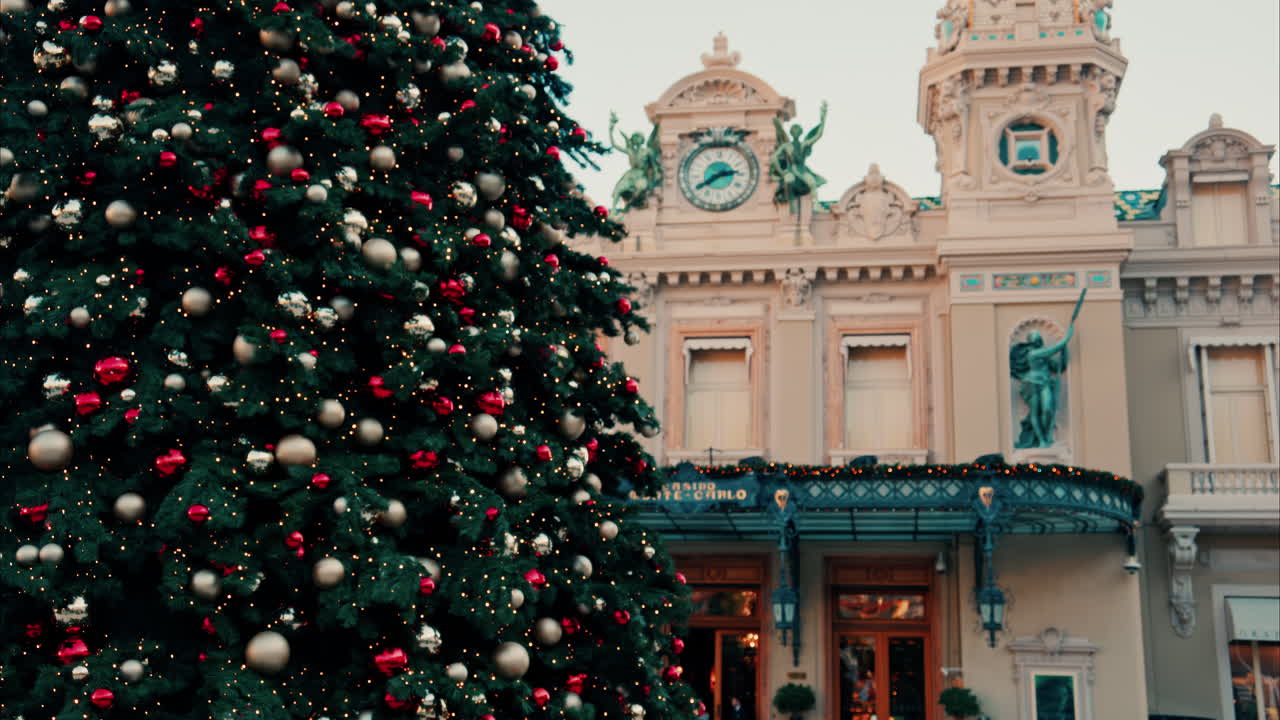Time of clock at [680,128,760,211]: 2:39
